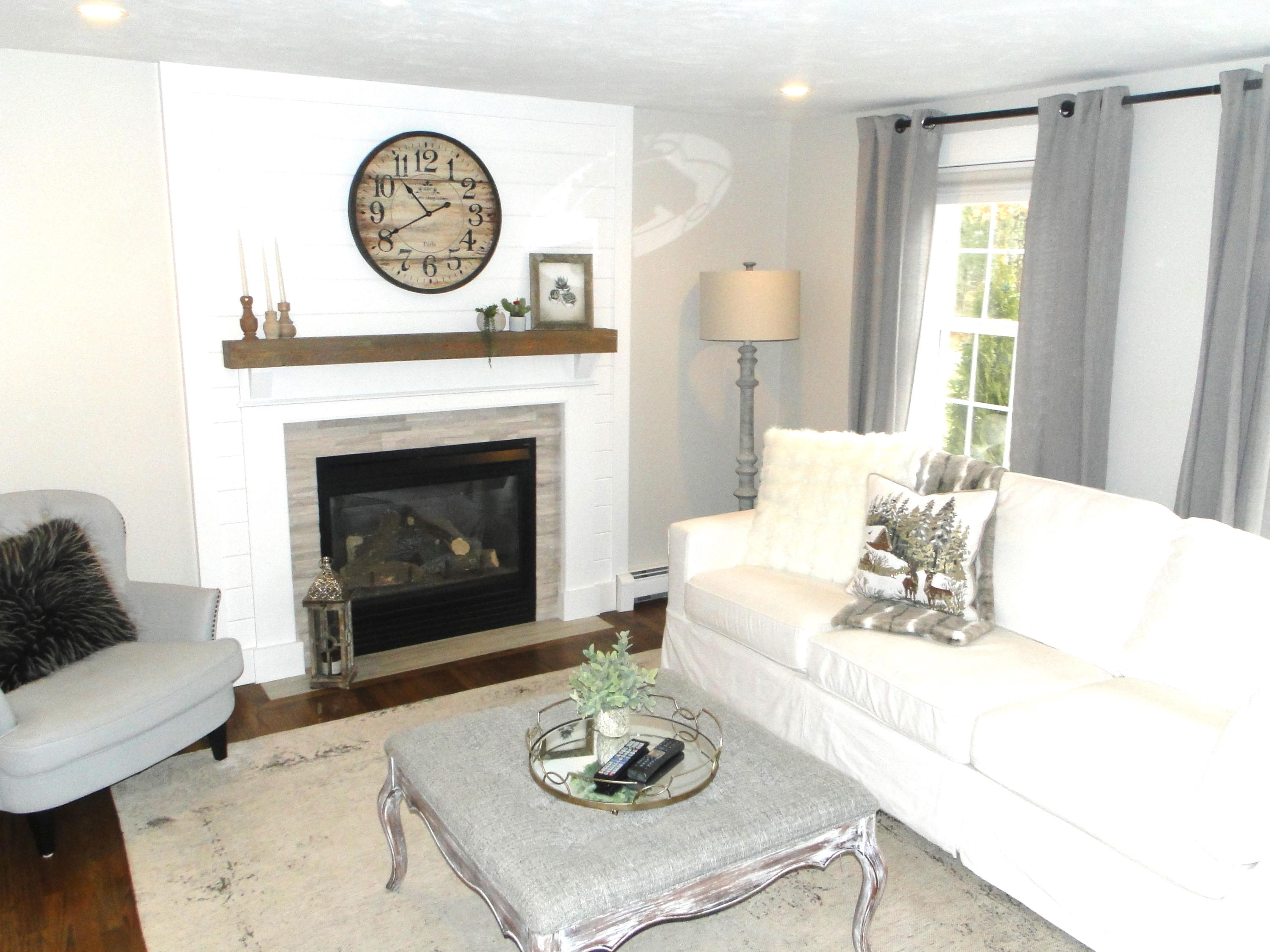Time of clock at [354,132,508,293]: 10:40
